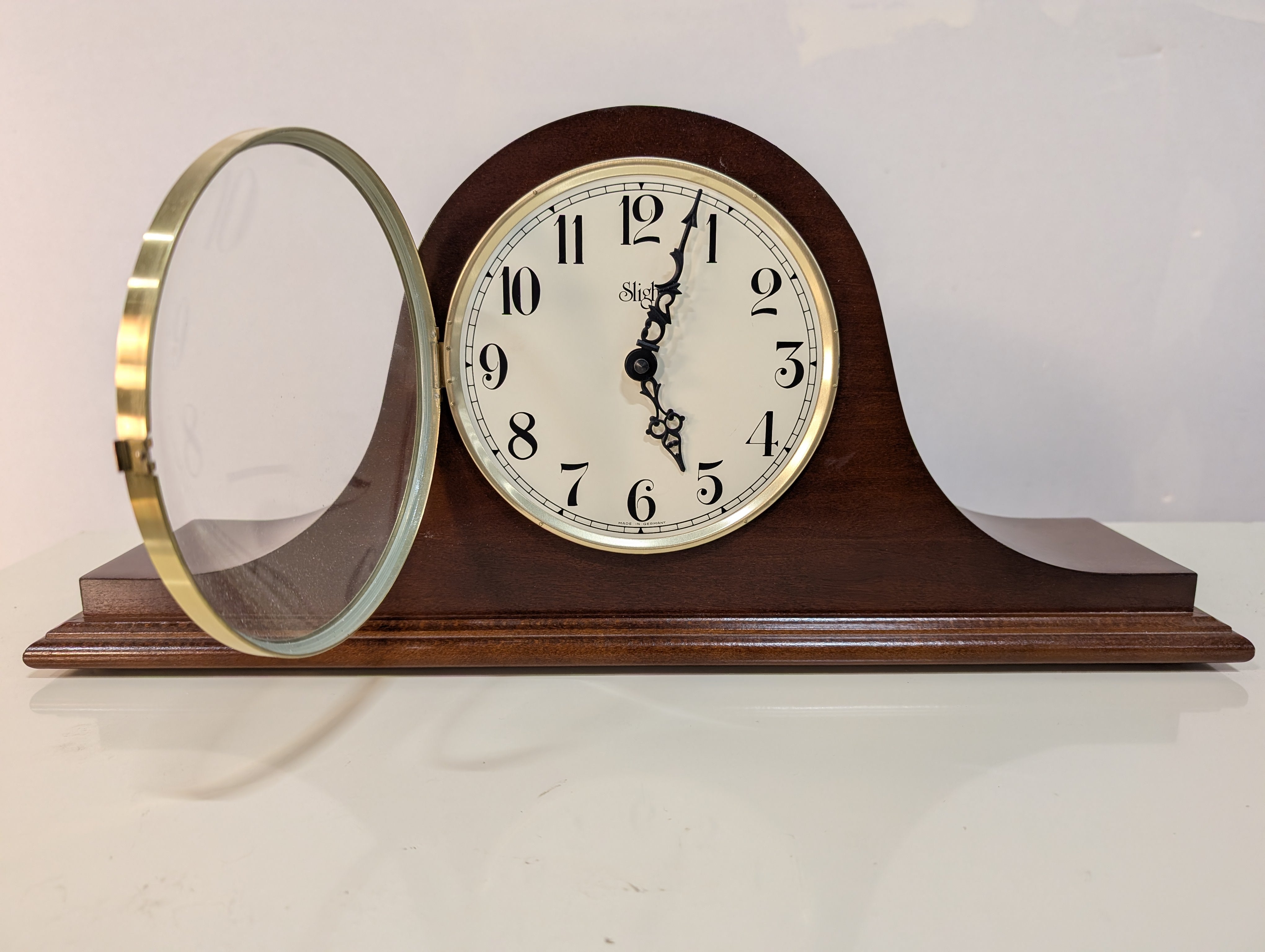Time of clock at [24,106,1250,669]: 12:03
